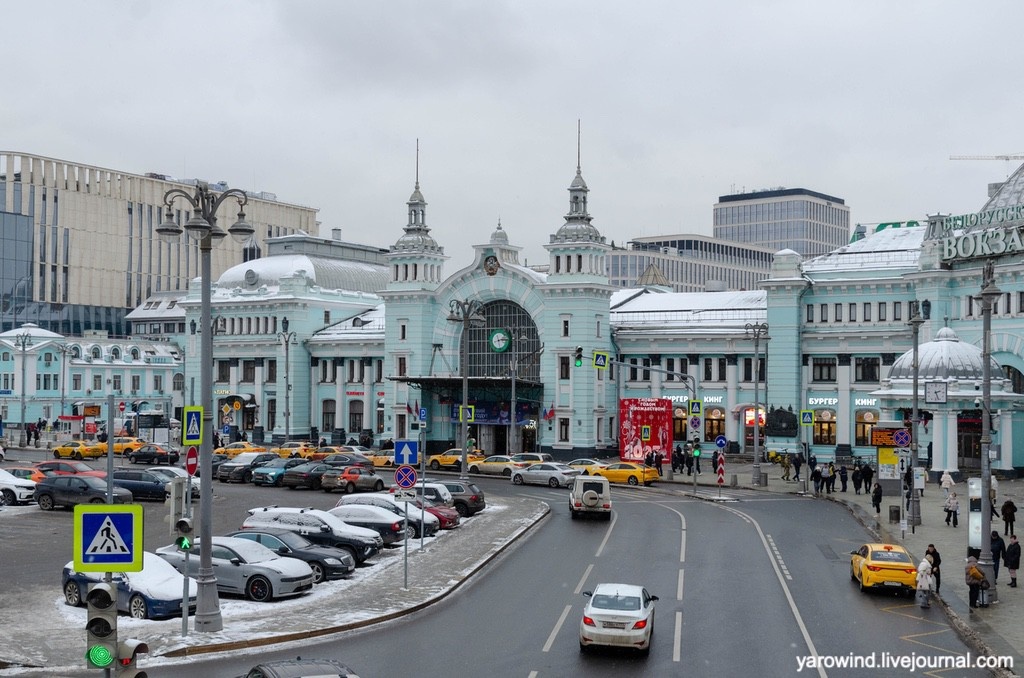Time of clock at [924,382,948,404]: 2:26
